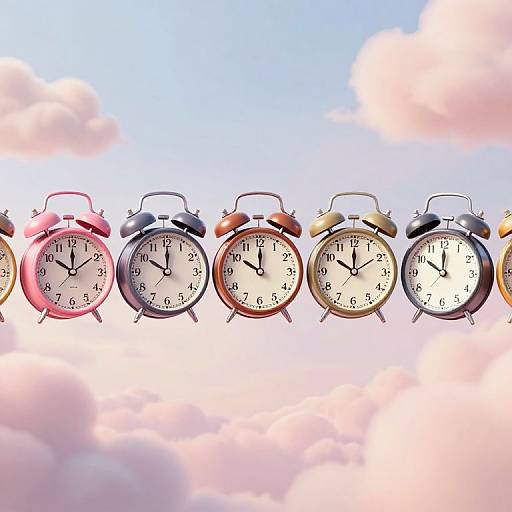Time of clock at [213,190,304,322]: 10:00
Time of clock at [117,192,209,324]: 10:00
